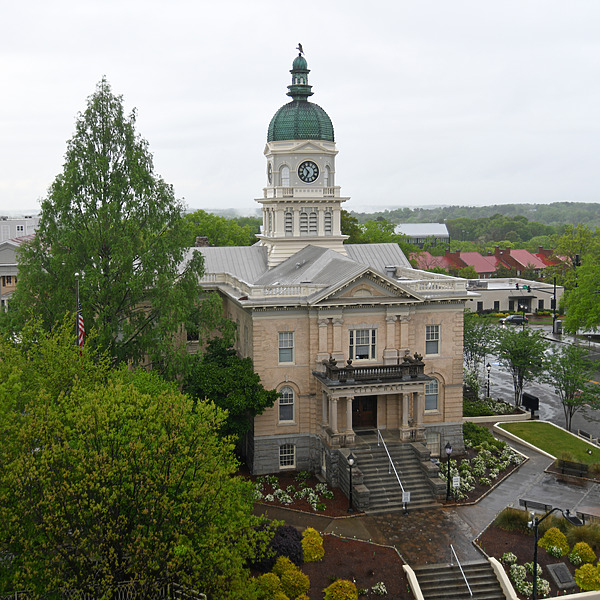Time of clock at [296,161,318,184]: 6:53
